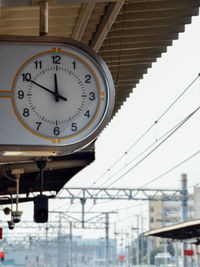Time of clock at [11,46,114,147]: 11:49
